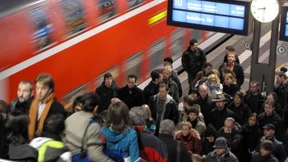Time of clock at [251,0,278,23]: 8:31
